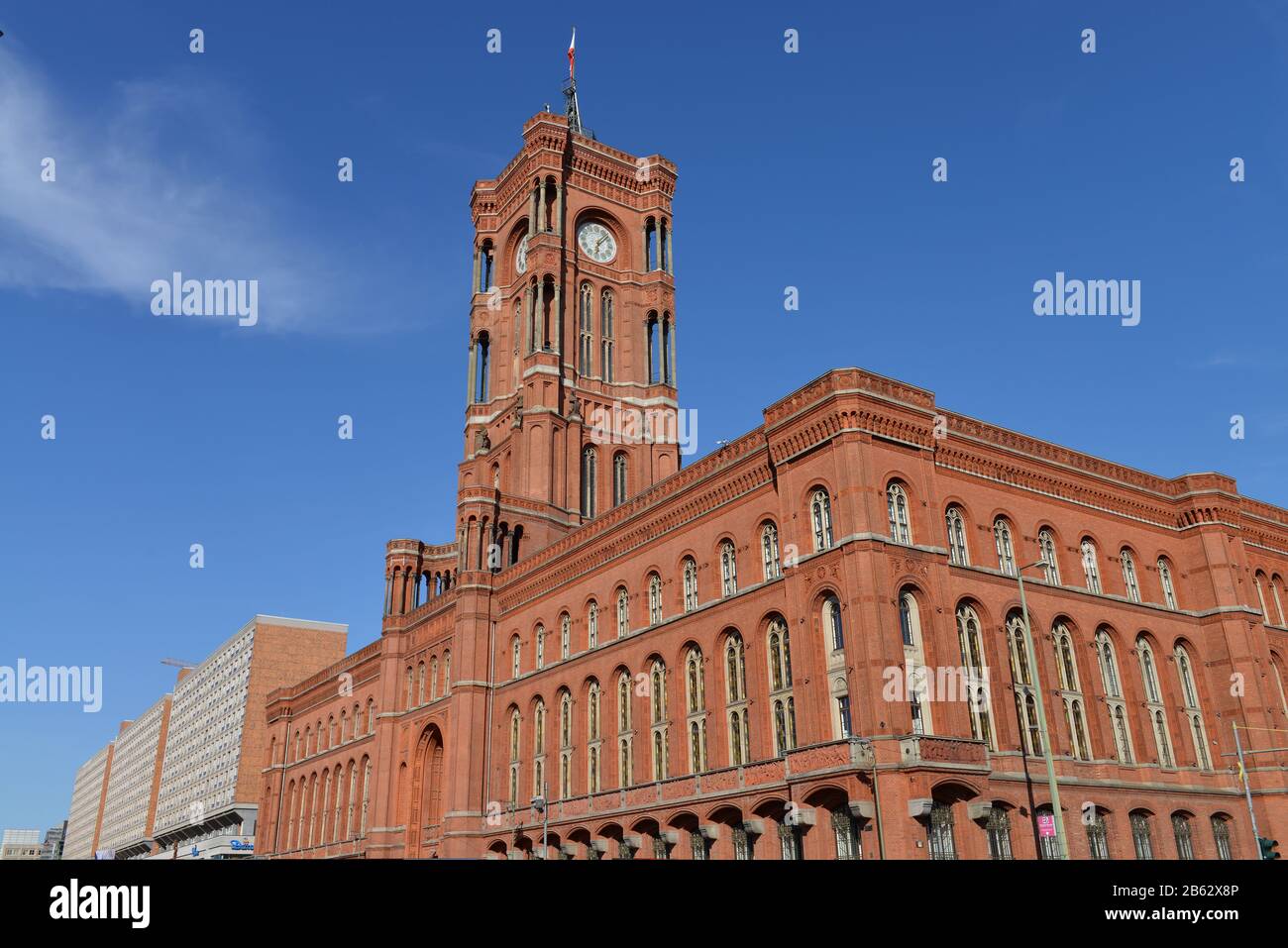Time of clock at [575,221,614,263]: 6:07
